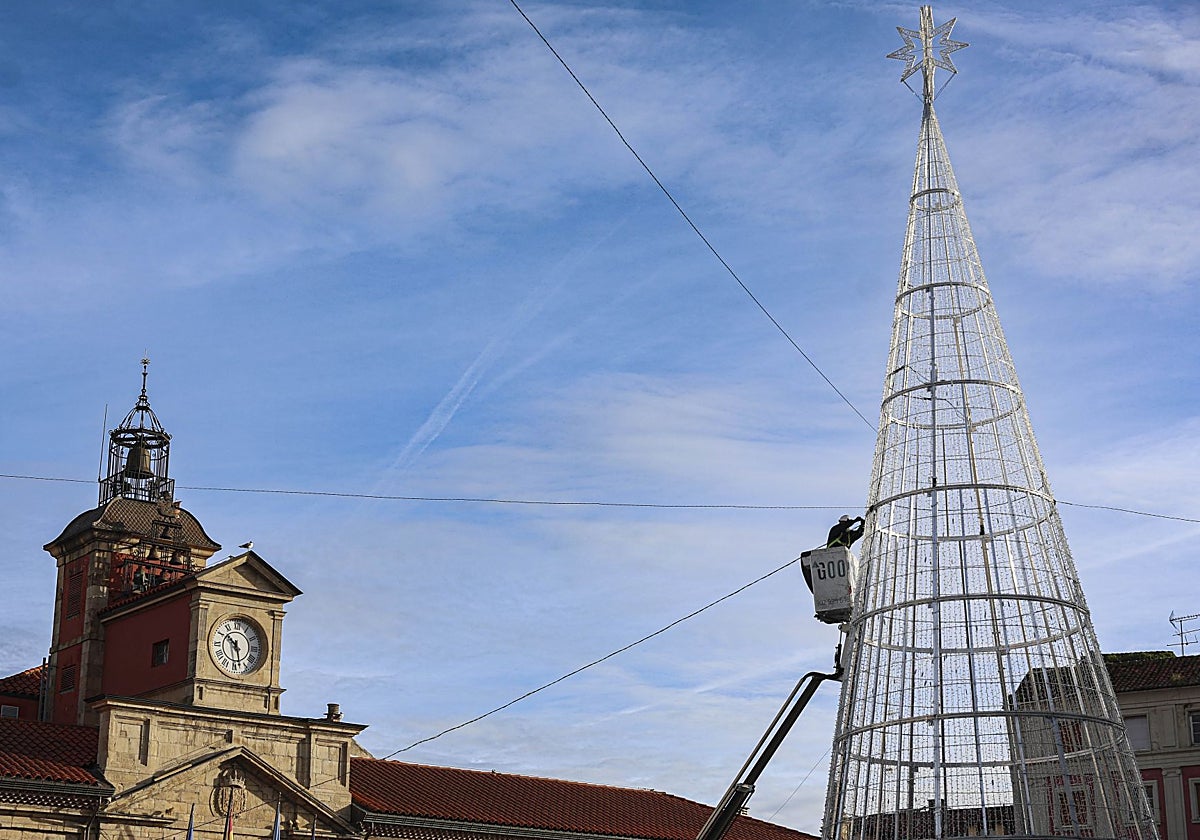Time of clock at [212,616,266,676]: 10:27
